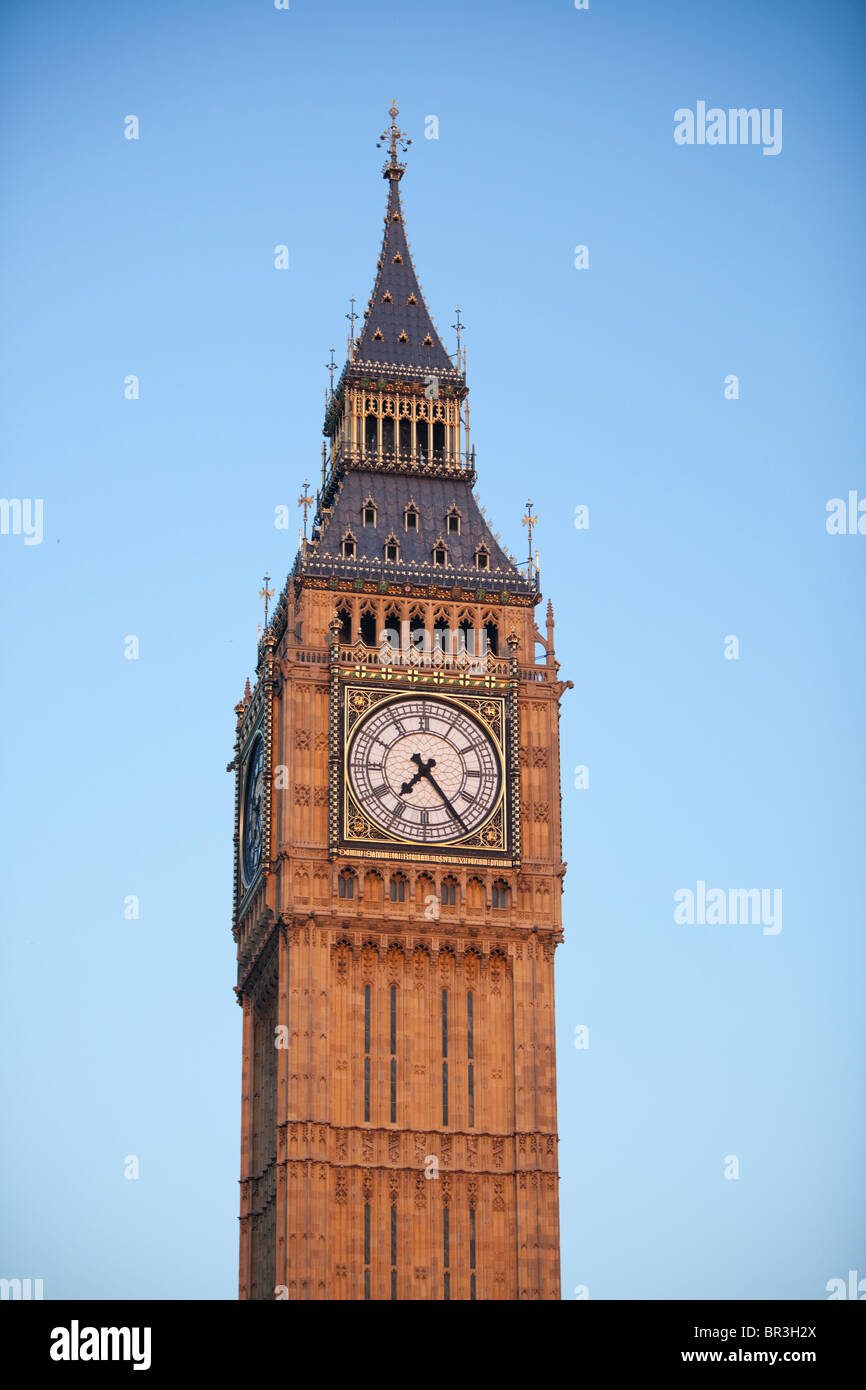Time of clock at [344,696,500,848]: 7:24
